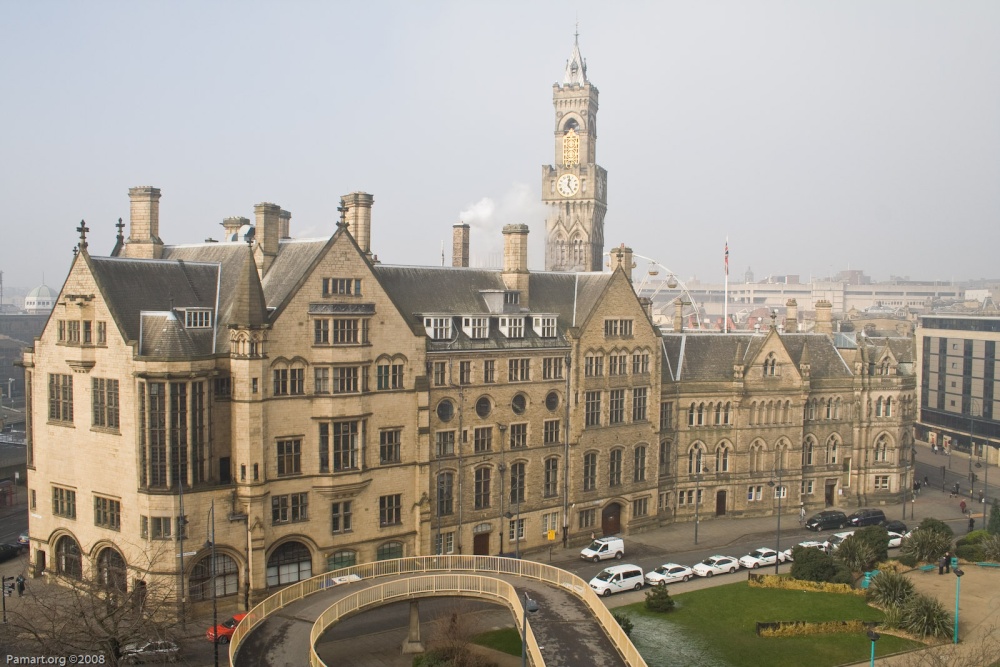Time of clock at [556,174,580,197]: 12:24
